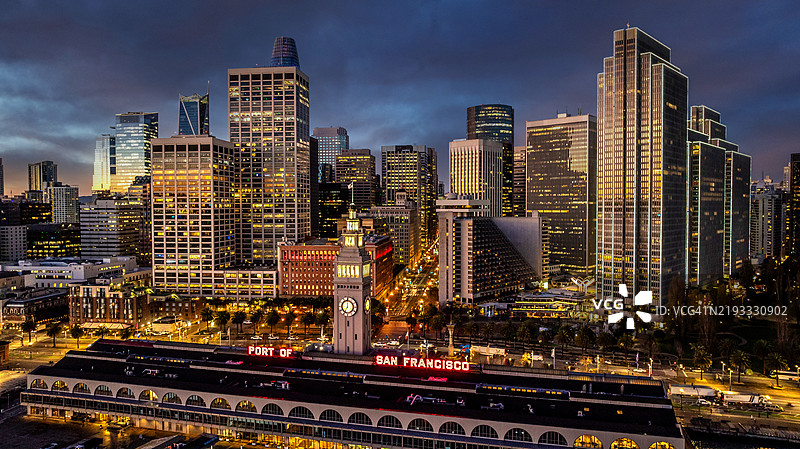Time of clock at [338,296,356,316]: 7:00
